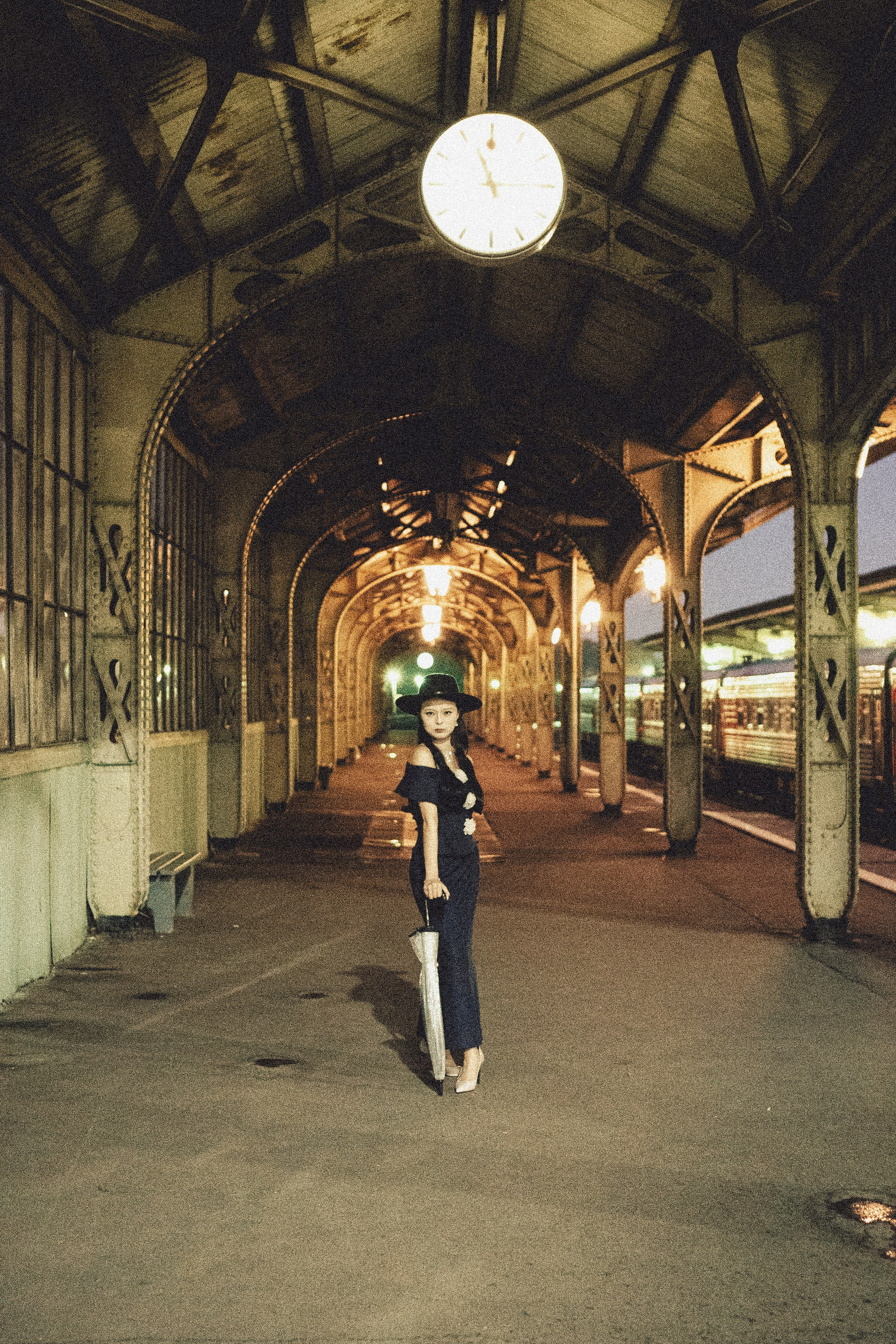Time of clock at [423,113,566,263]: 11:14
